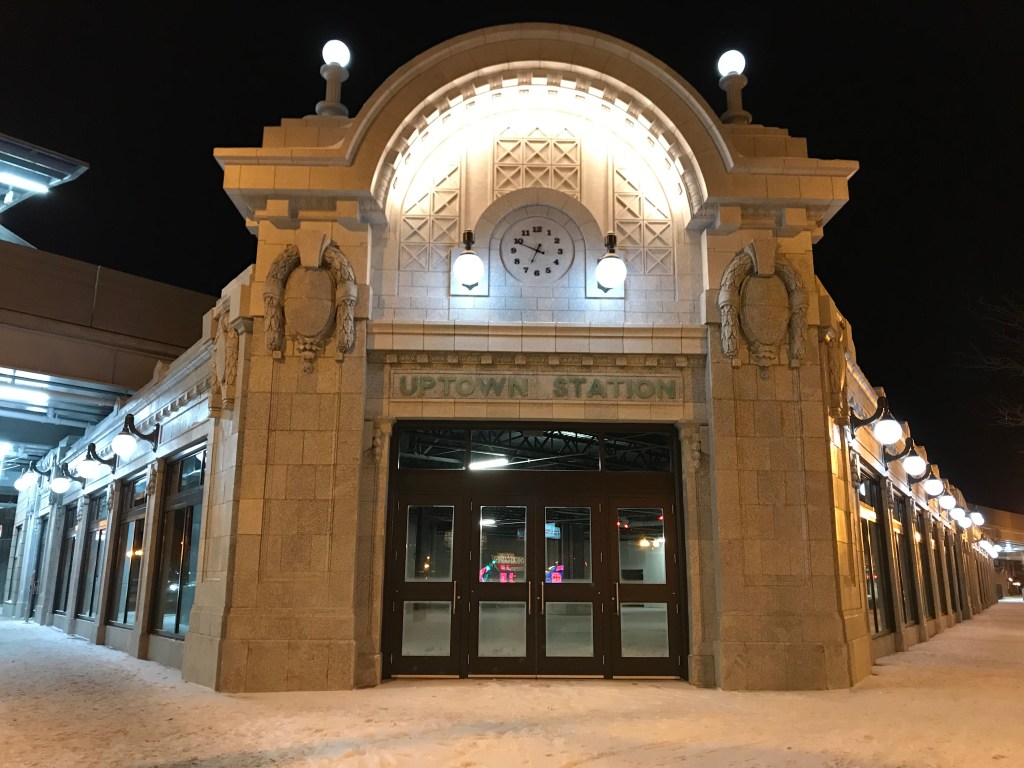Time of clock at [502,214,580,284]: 6:48
